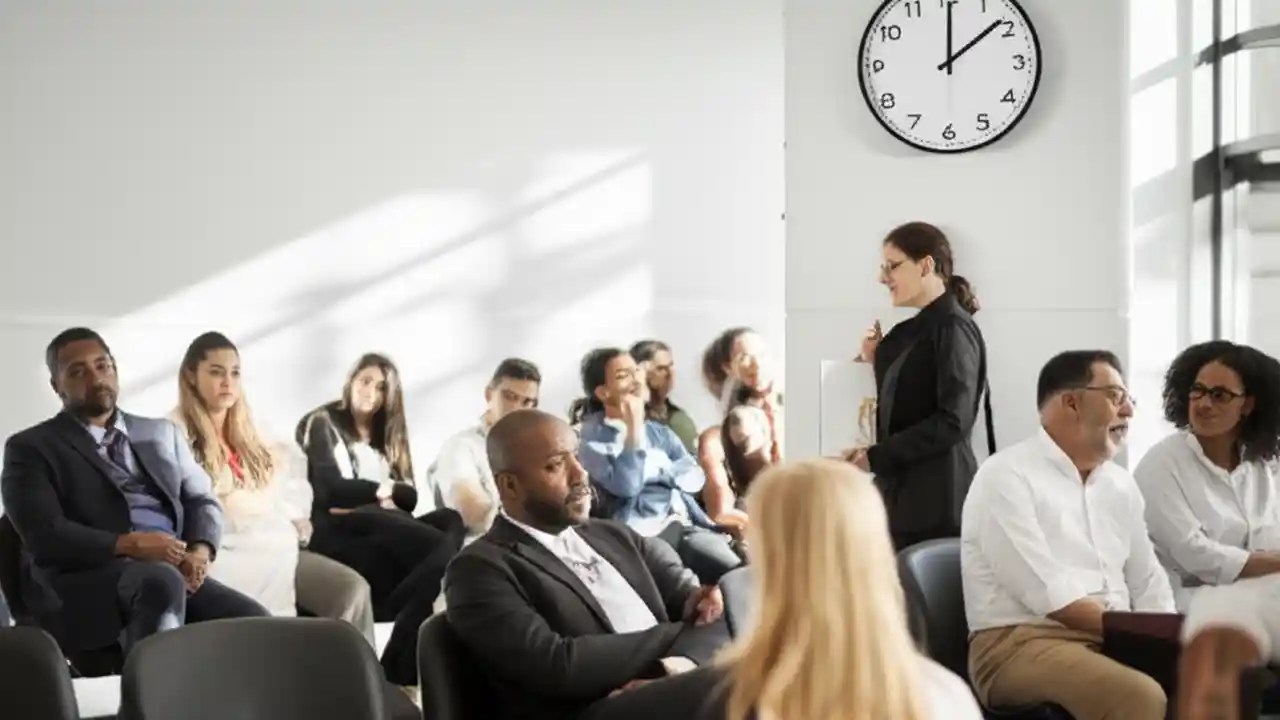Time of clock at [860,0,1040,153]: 12:08
